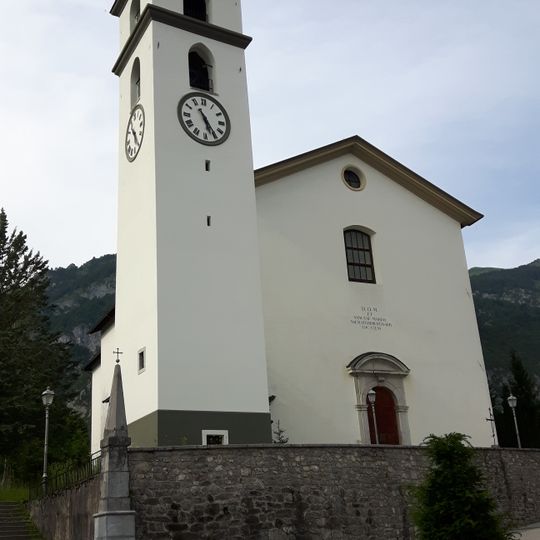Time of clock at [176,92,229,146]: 5:24
